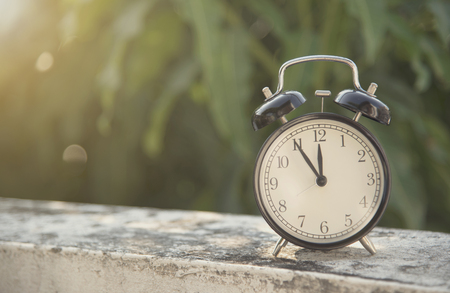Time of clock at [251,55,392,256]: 11:54
